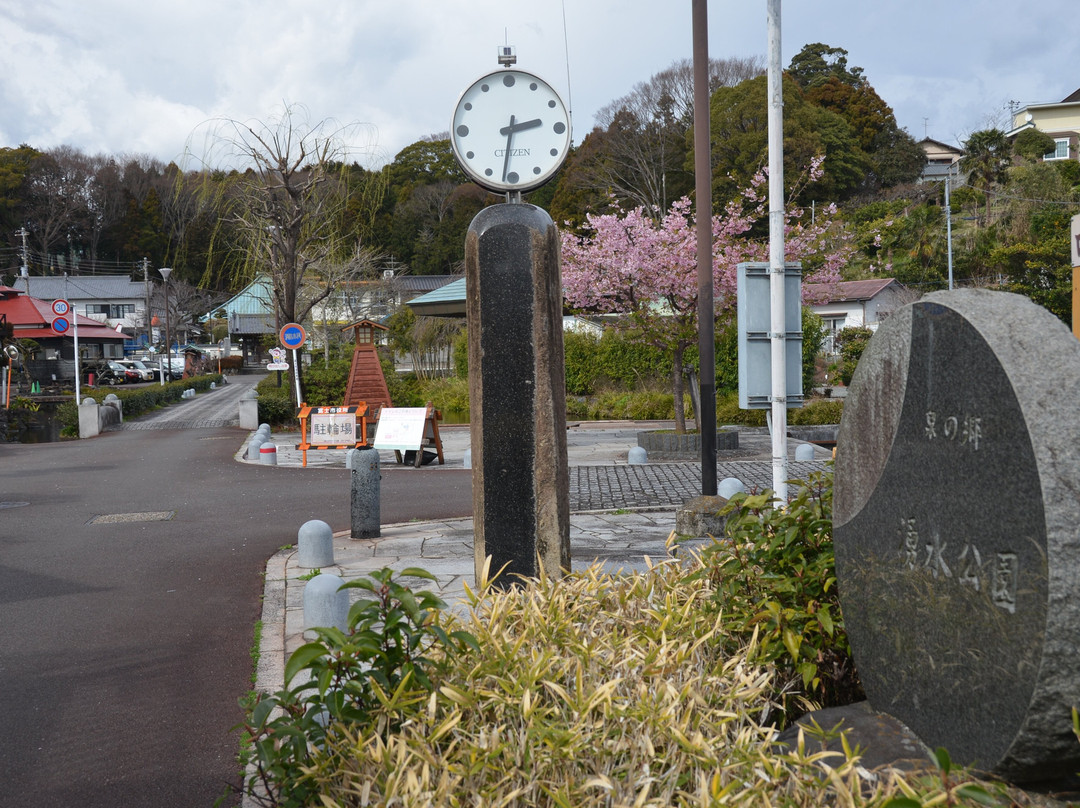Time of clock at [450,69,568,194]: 2:31
